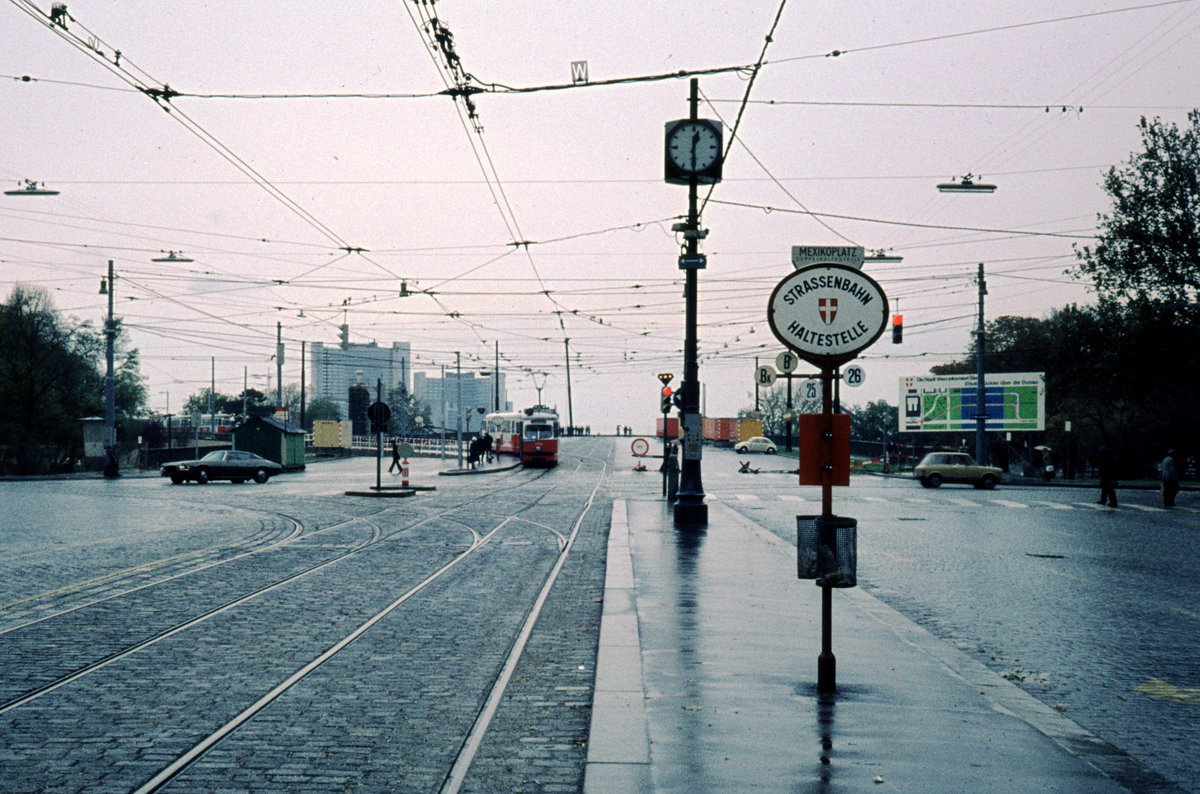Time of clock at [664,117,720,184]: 12:29
